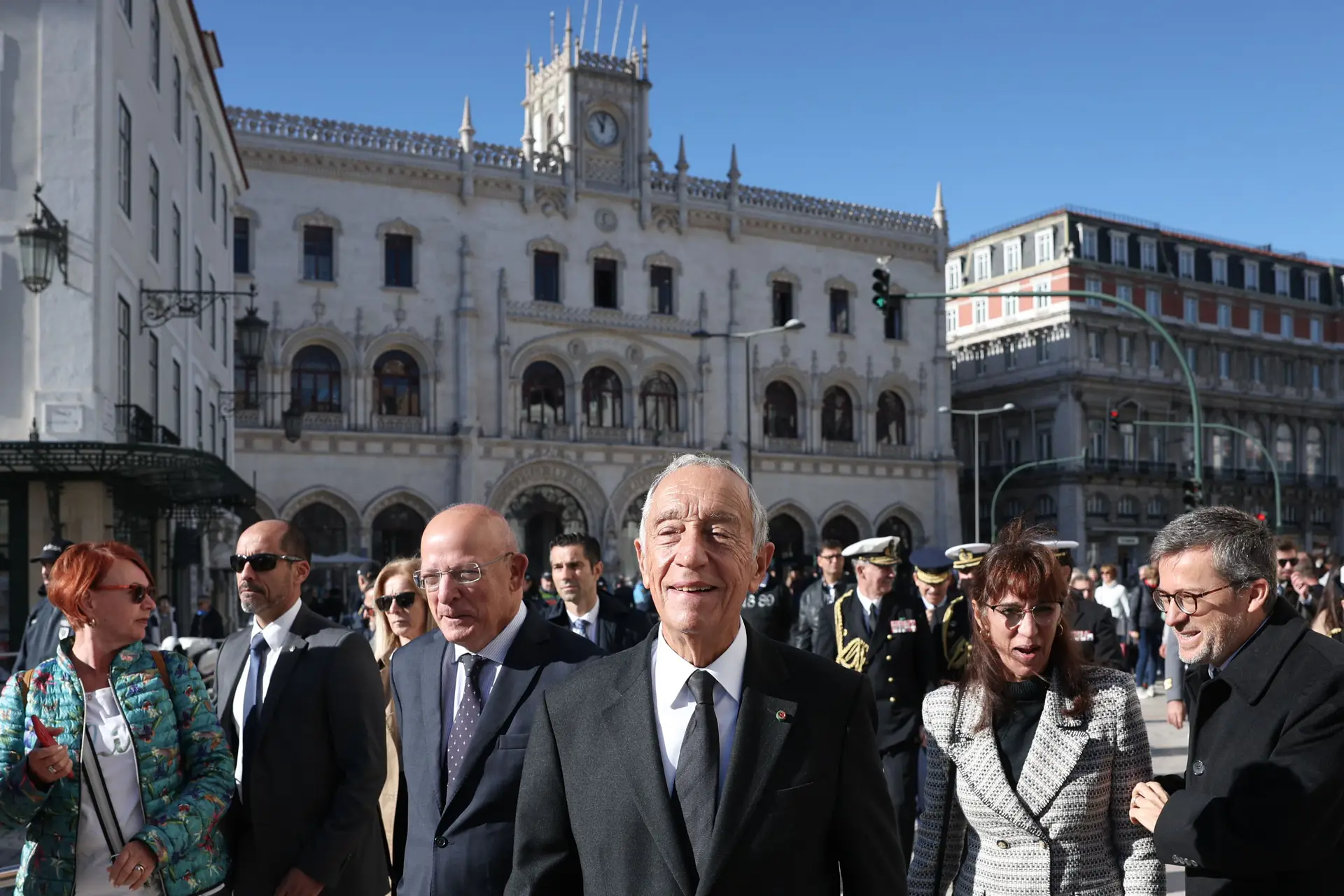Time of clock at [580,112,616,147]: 11:02
